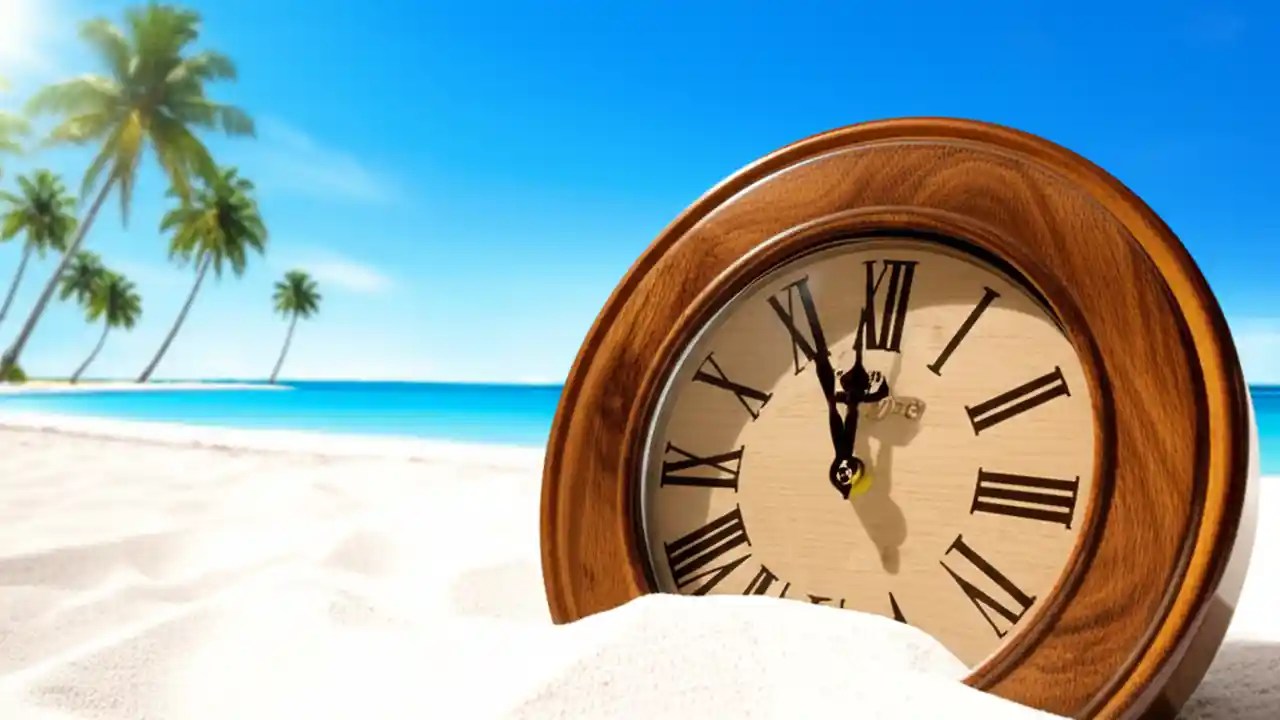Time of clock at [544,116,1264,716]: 11:55
